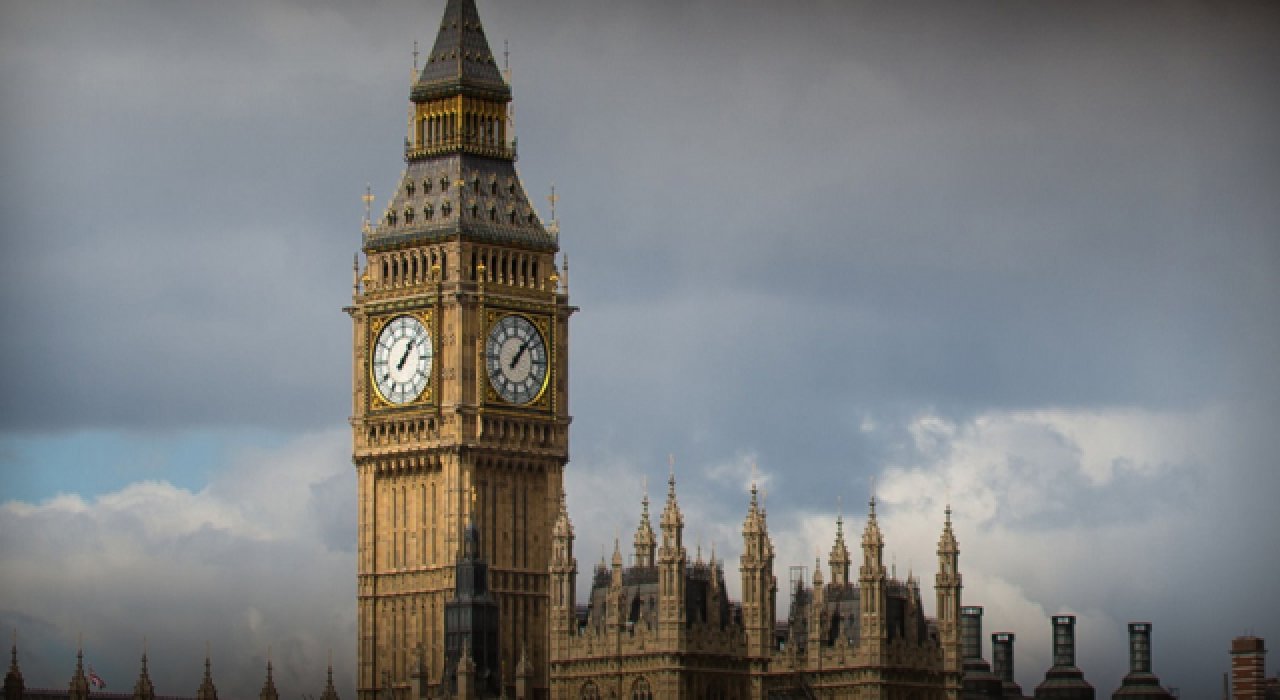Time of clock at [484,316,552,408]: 1:07
